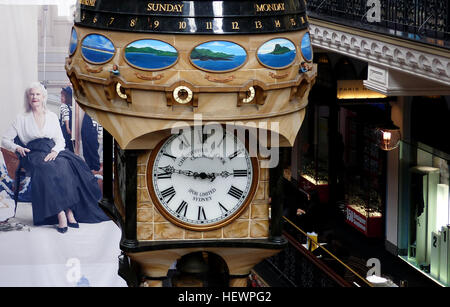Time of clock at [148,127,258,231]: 2:46
